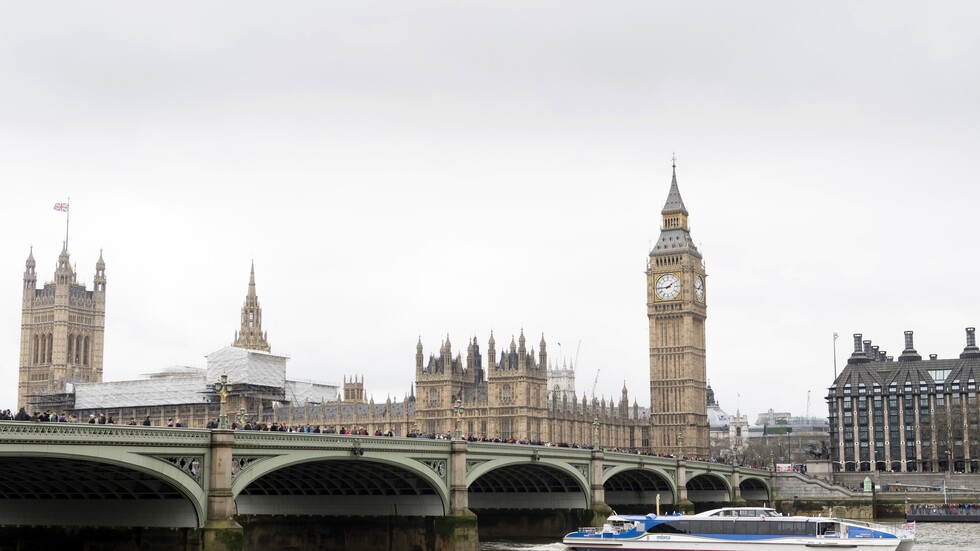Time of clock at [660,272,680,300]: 1:44
